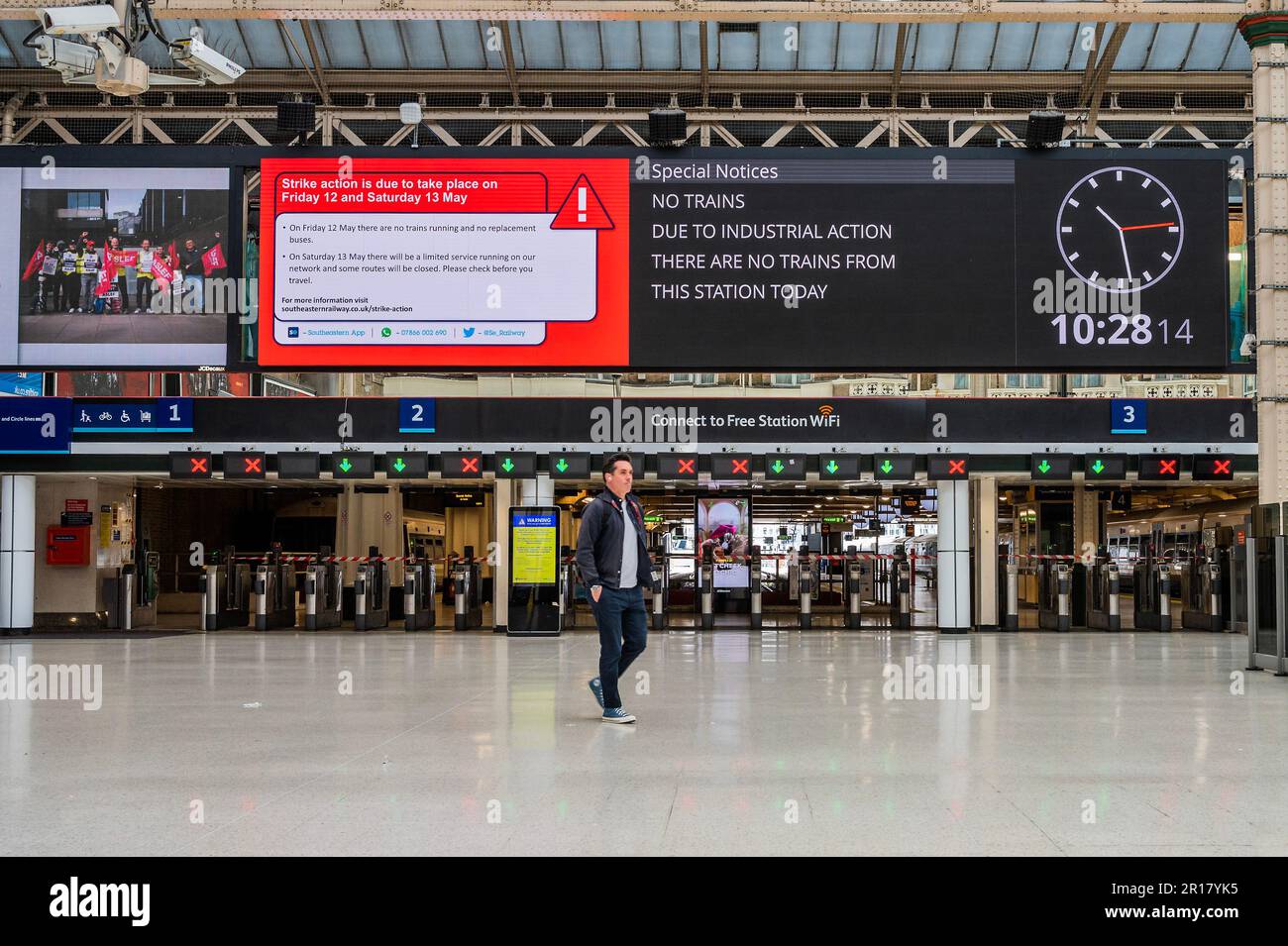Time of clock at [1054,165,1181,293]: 10:28
